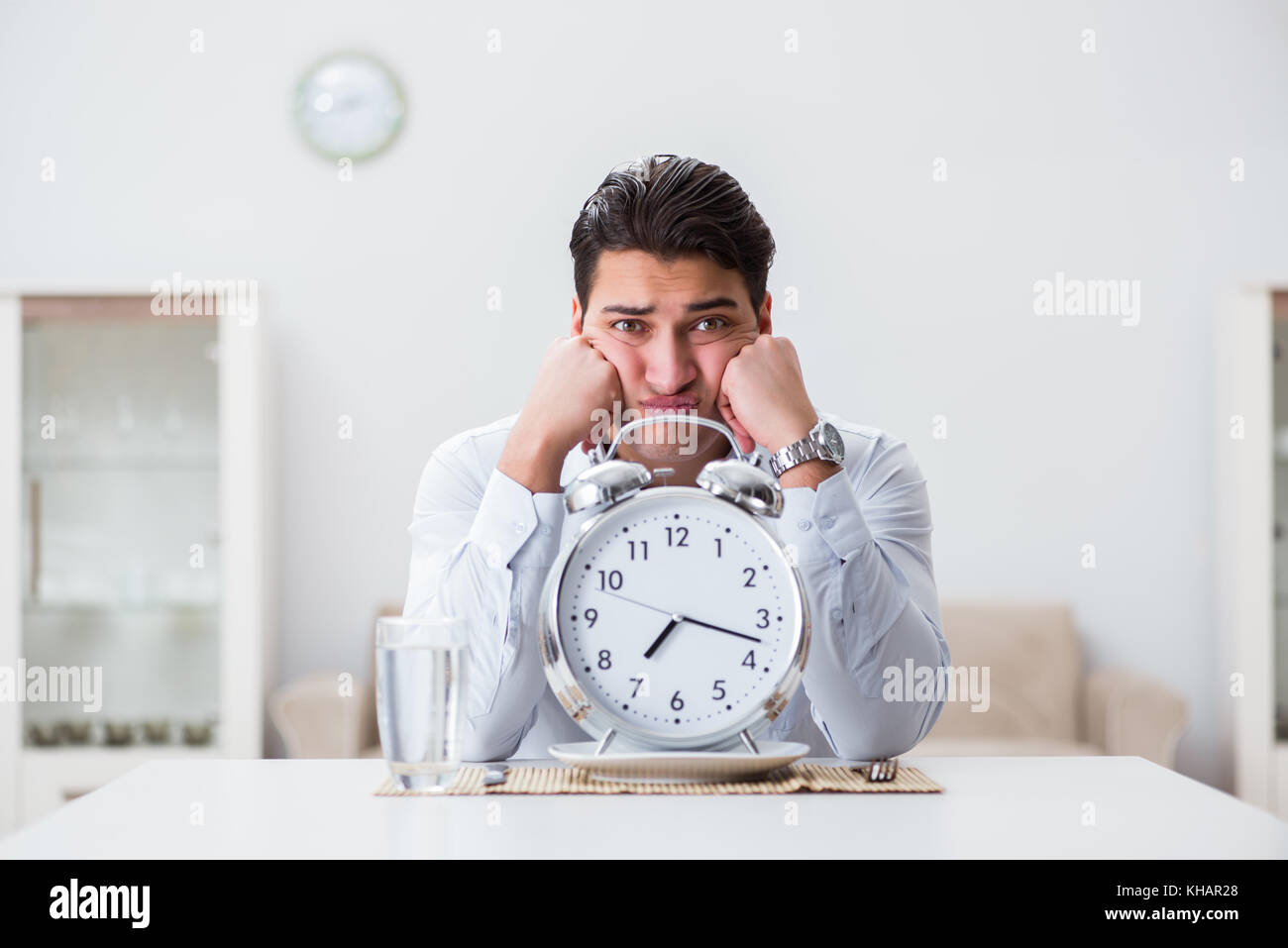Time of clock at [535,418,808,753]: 7:17
